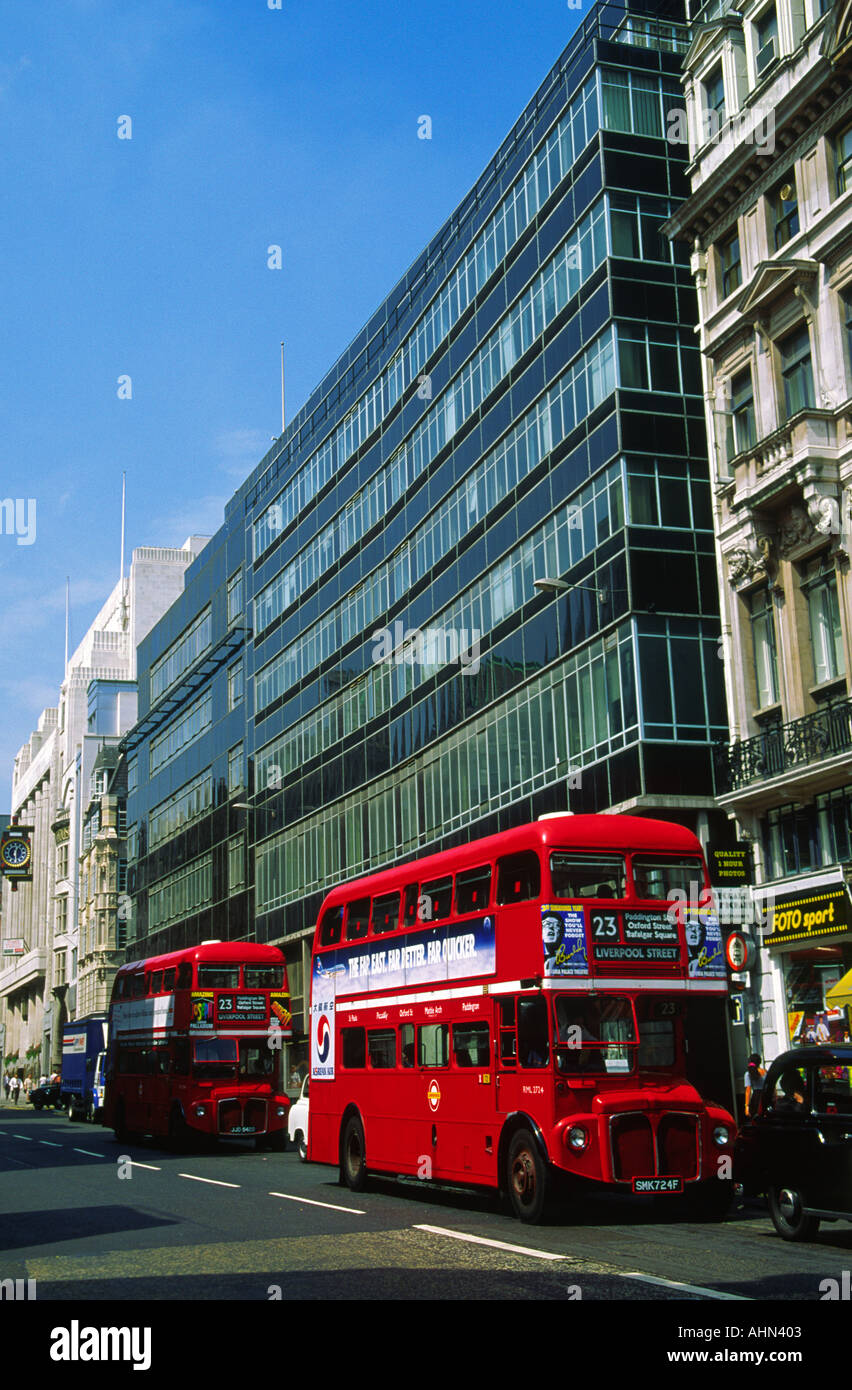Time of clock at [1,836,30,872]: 12:28
